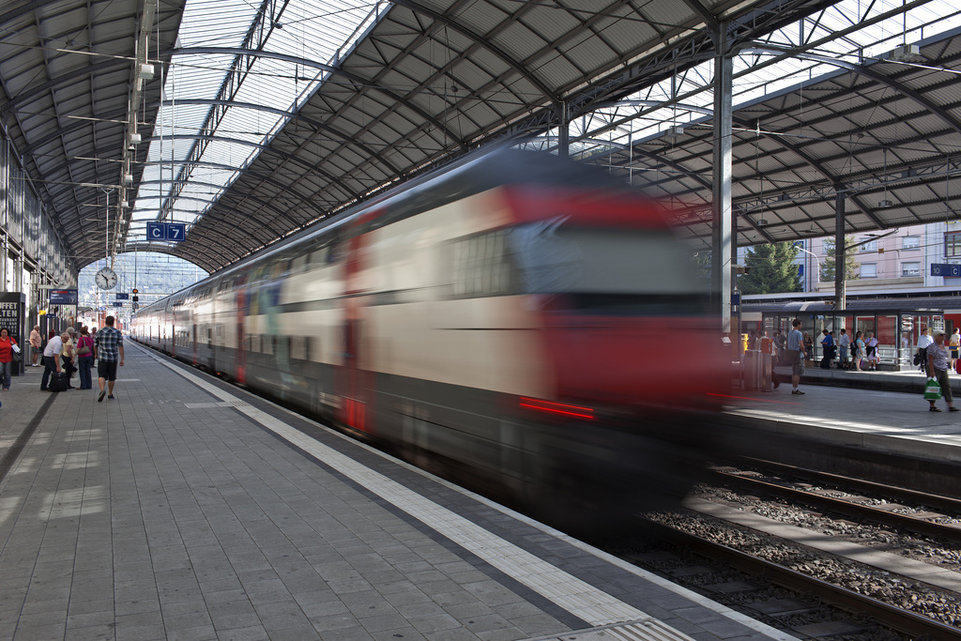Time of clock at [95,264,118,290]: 10:28
